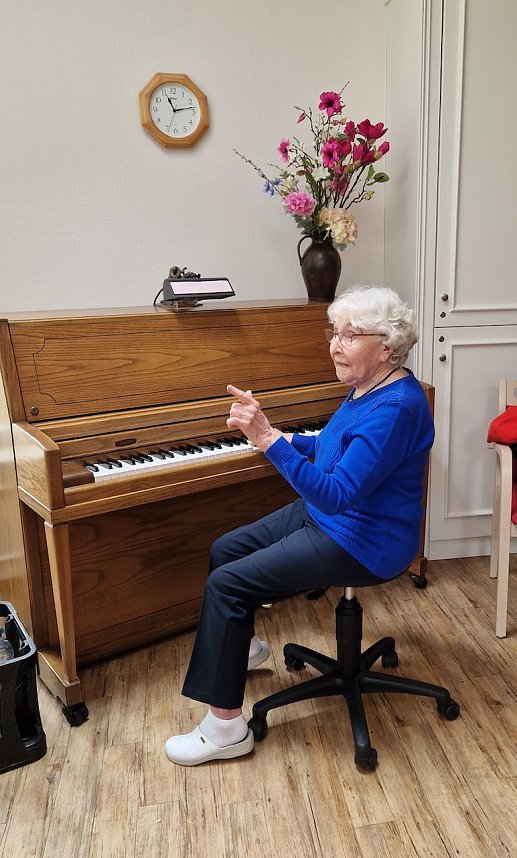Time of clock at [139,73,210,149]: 11:12
